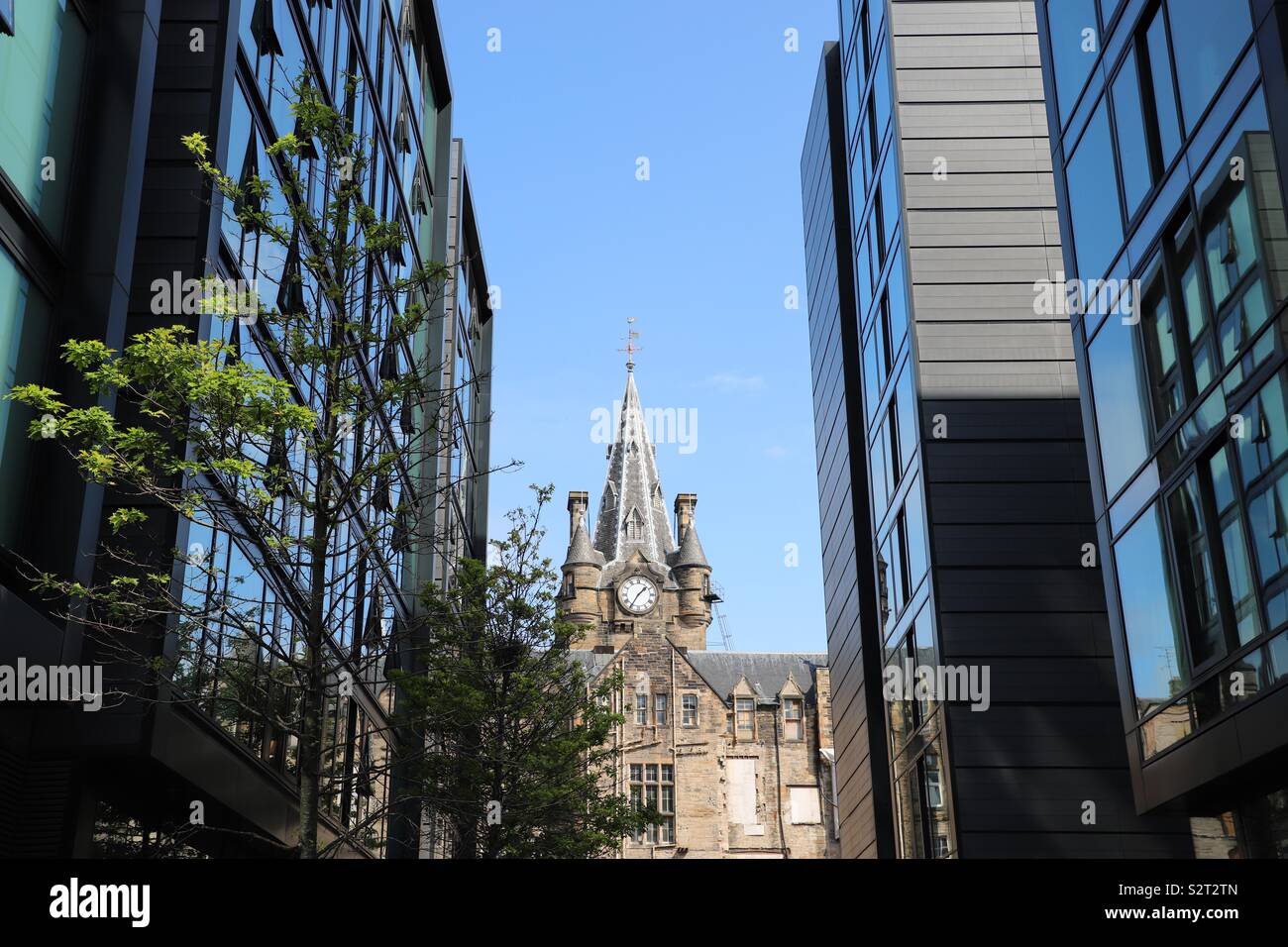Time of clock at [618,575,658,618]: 1:35
